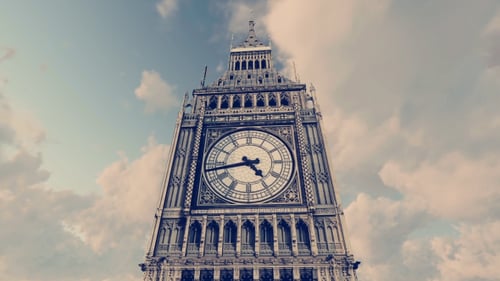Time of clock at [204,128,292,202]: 4:42
